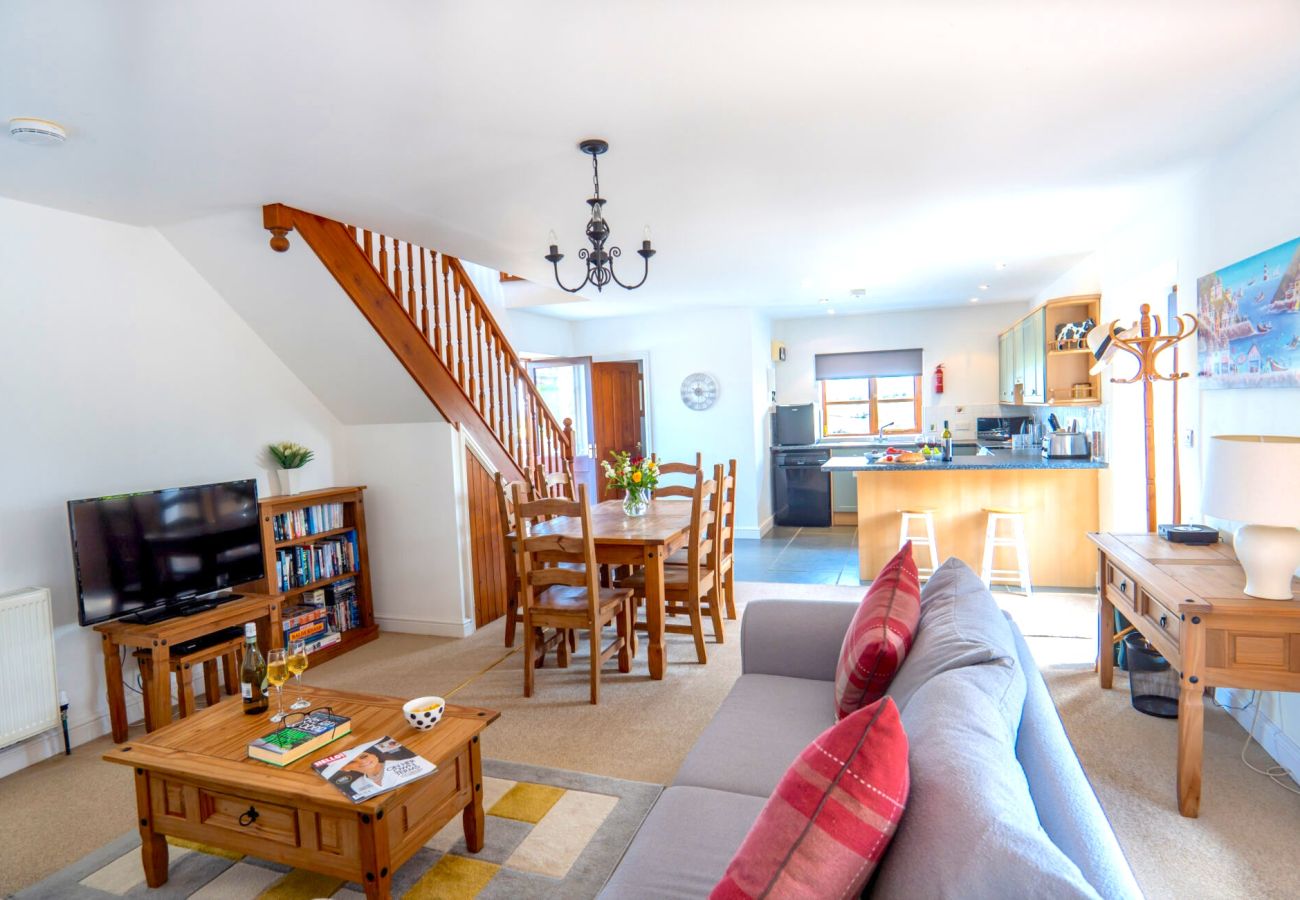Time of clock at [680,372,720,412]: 6:14
